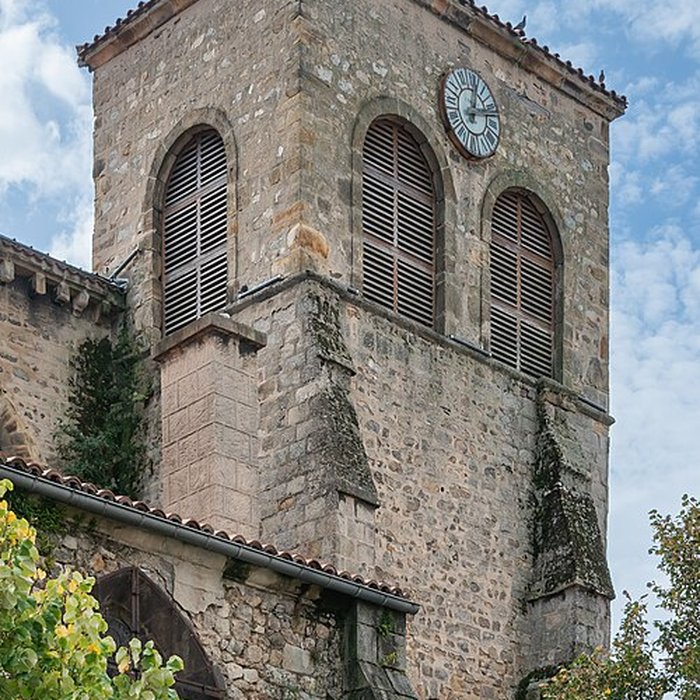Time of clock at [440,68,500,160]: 12:12
